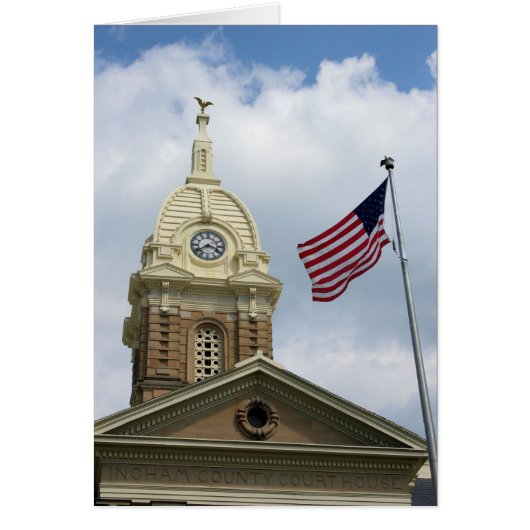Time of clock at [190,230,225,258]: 3:39
